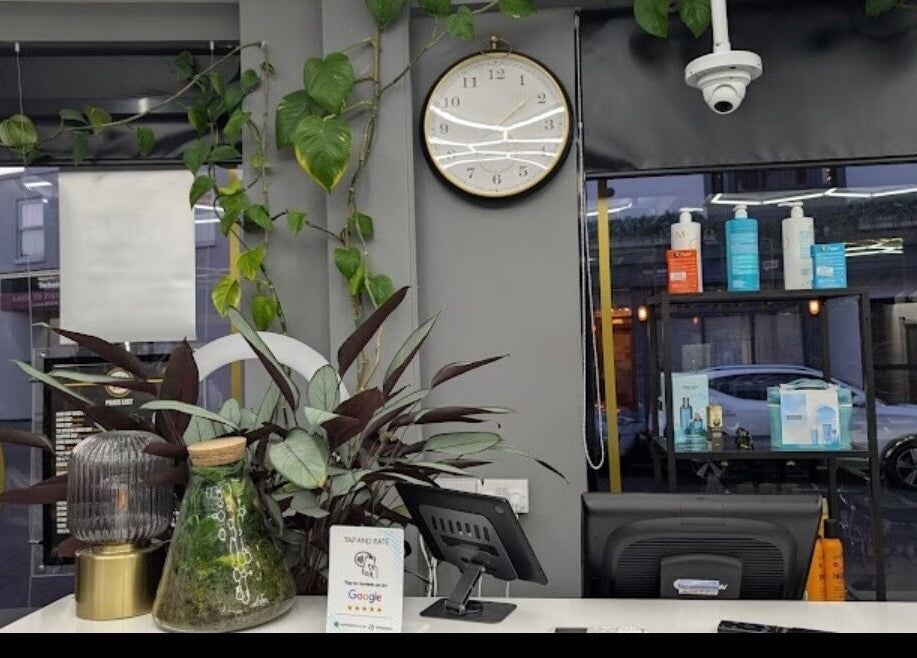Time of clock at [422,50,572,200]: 1:47
